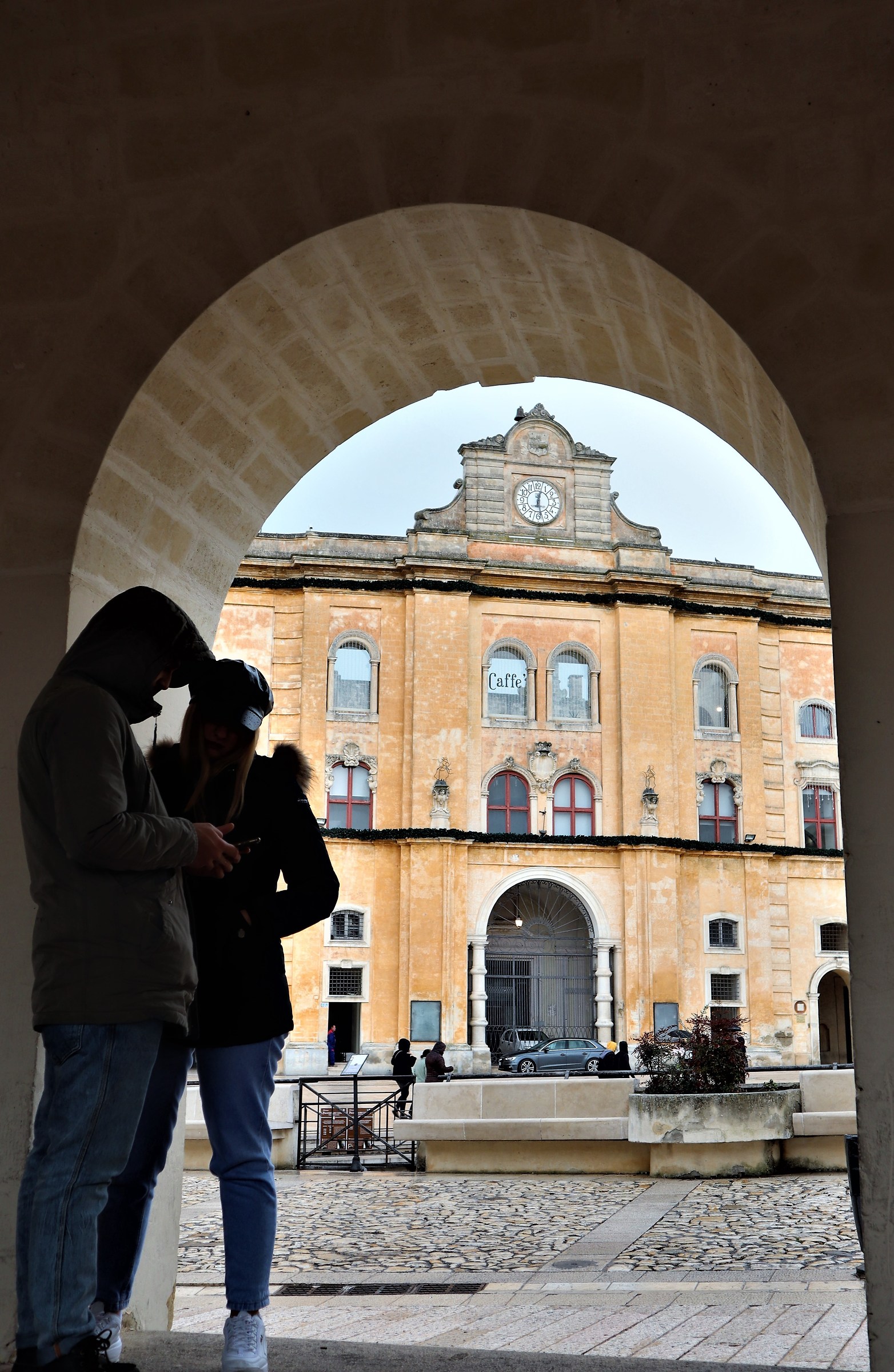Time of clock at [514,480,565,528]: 12:27
